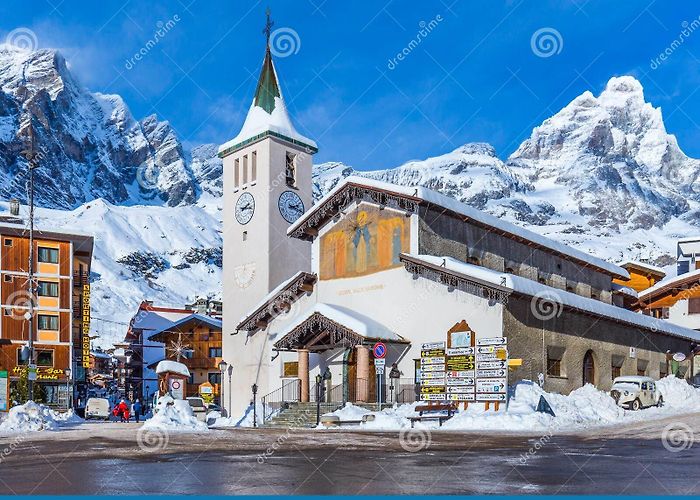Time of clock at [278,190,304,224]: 2:18
